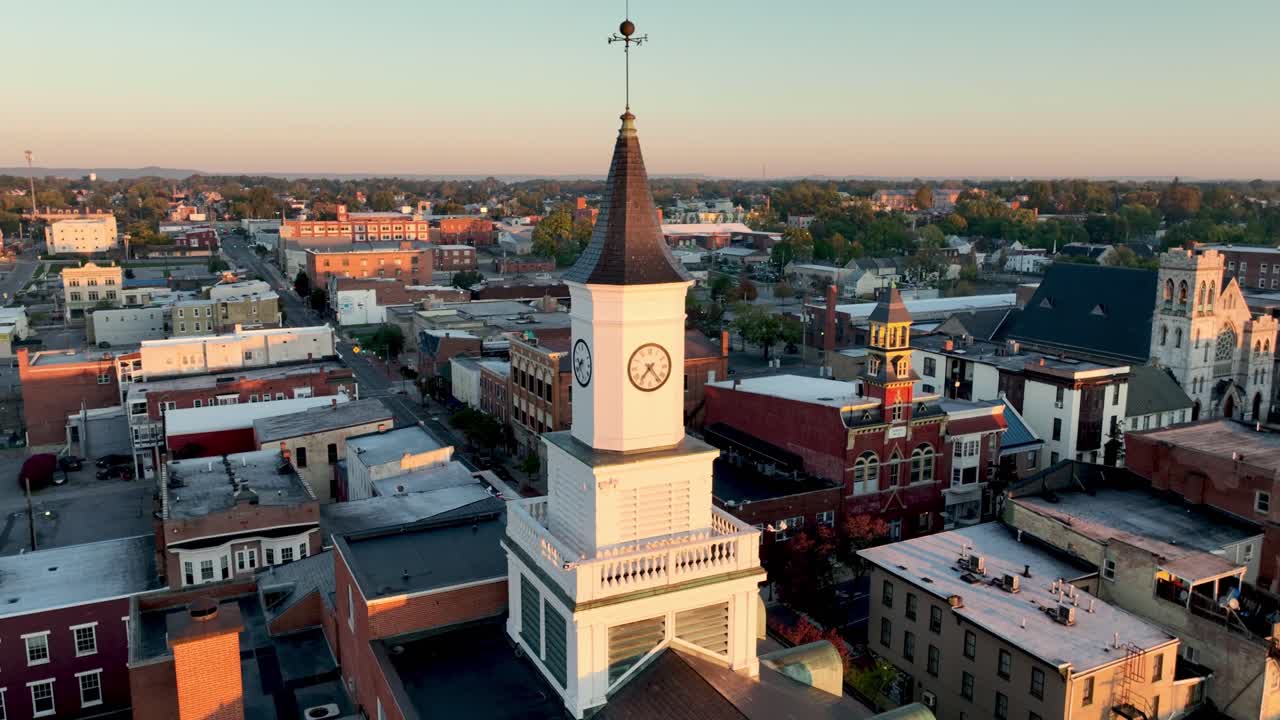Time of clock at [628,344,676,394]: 7:23
